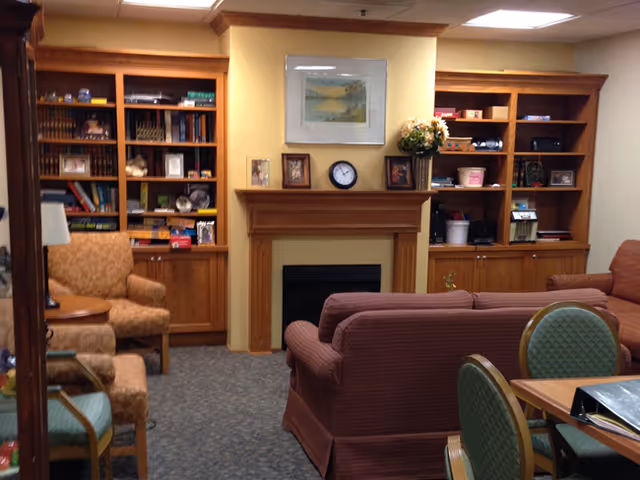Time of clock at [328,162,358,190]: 1:56
